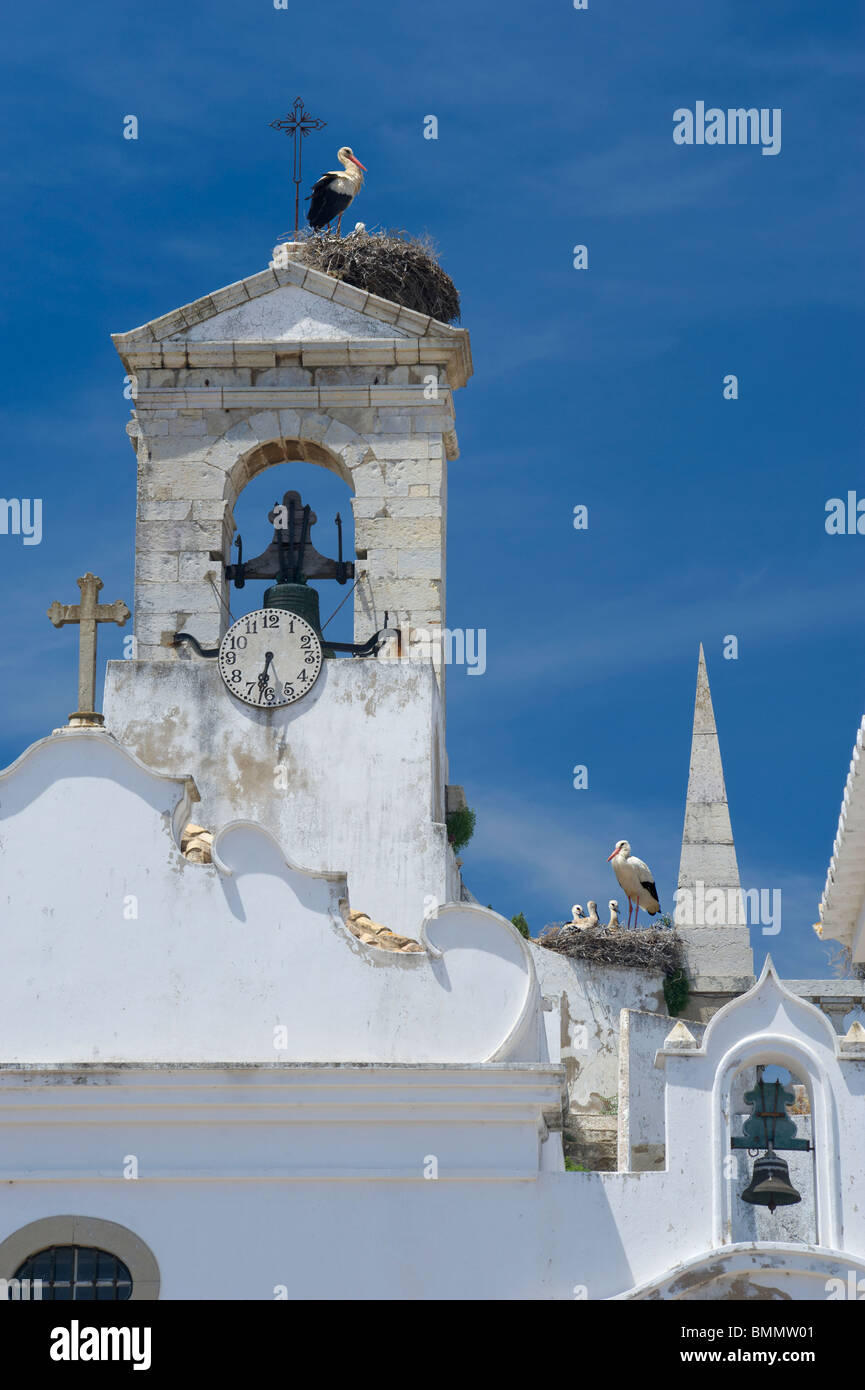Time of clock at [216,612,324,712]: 6:31
